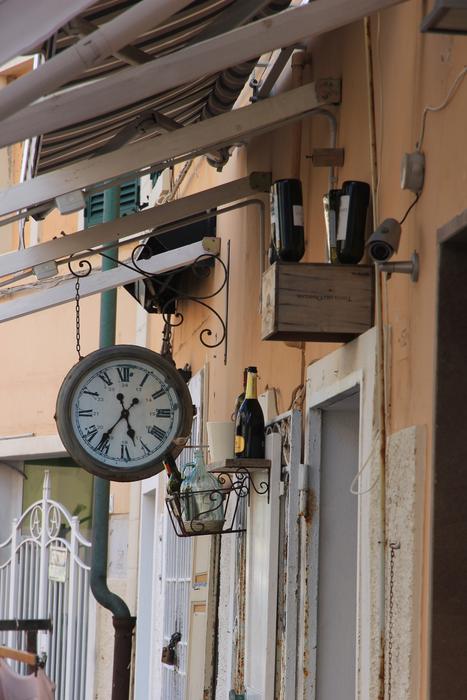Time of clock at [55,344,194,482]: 5:36
